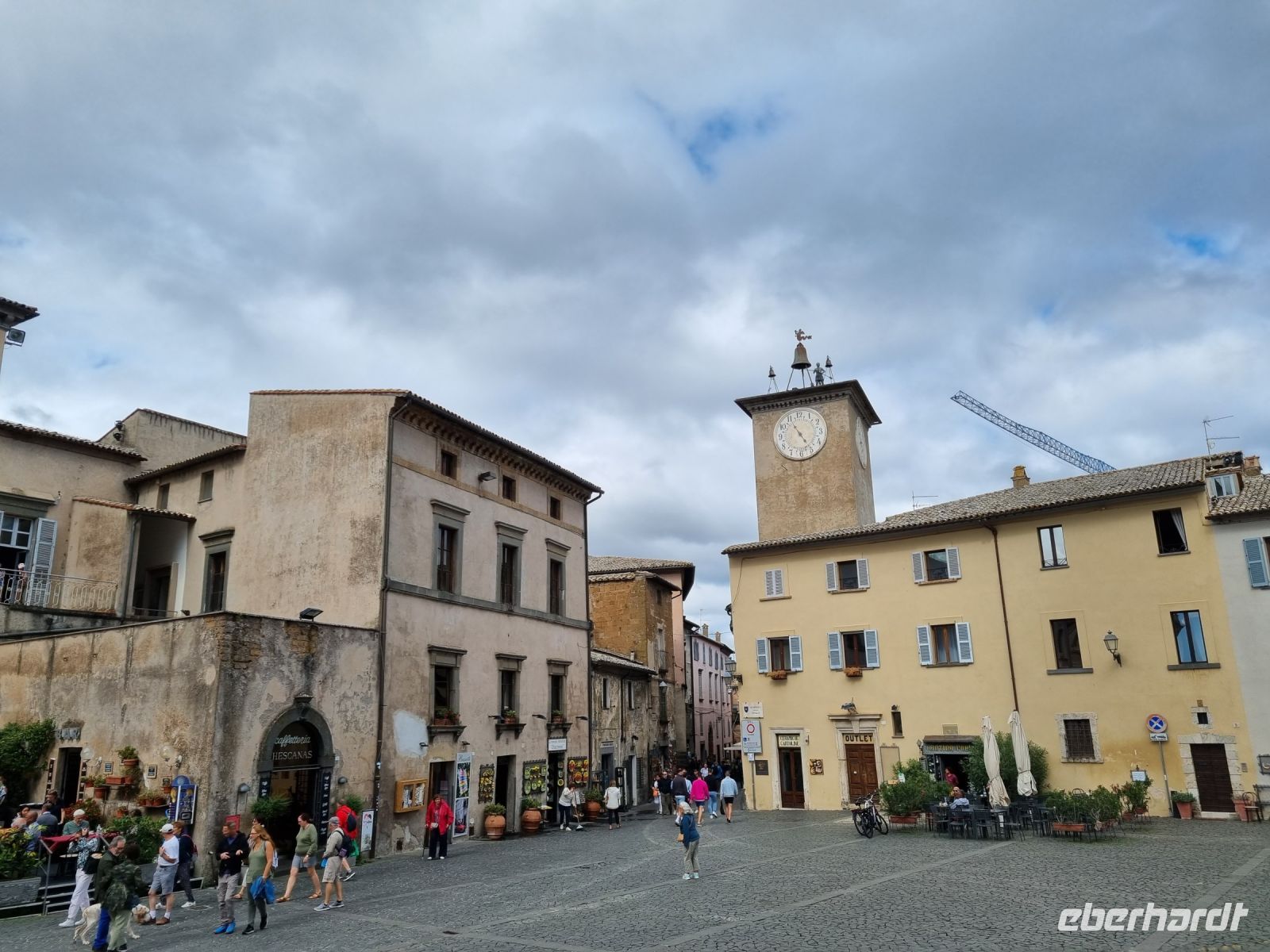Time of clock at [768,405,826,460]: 4:54
